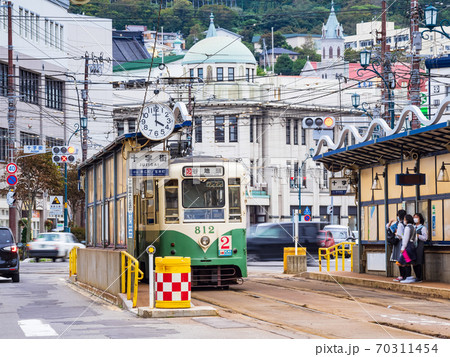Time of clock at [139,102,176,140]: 4:00
